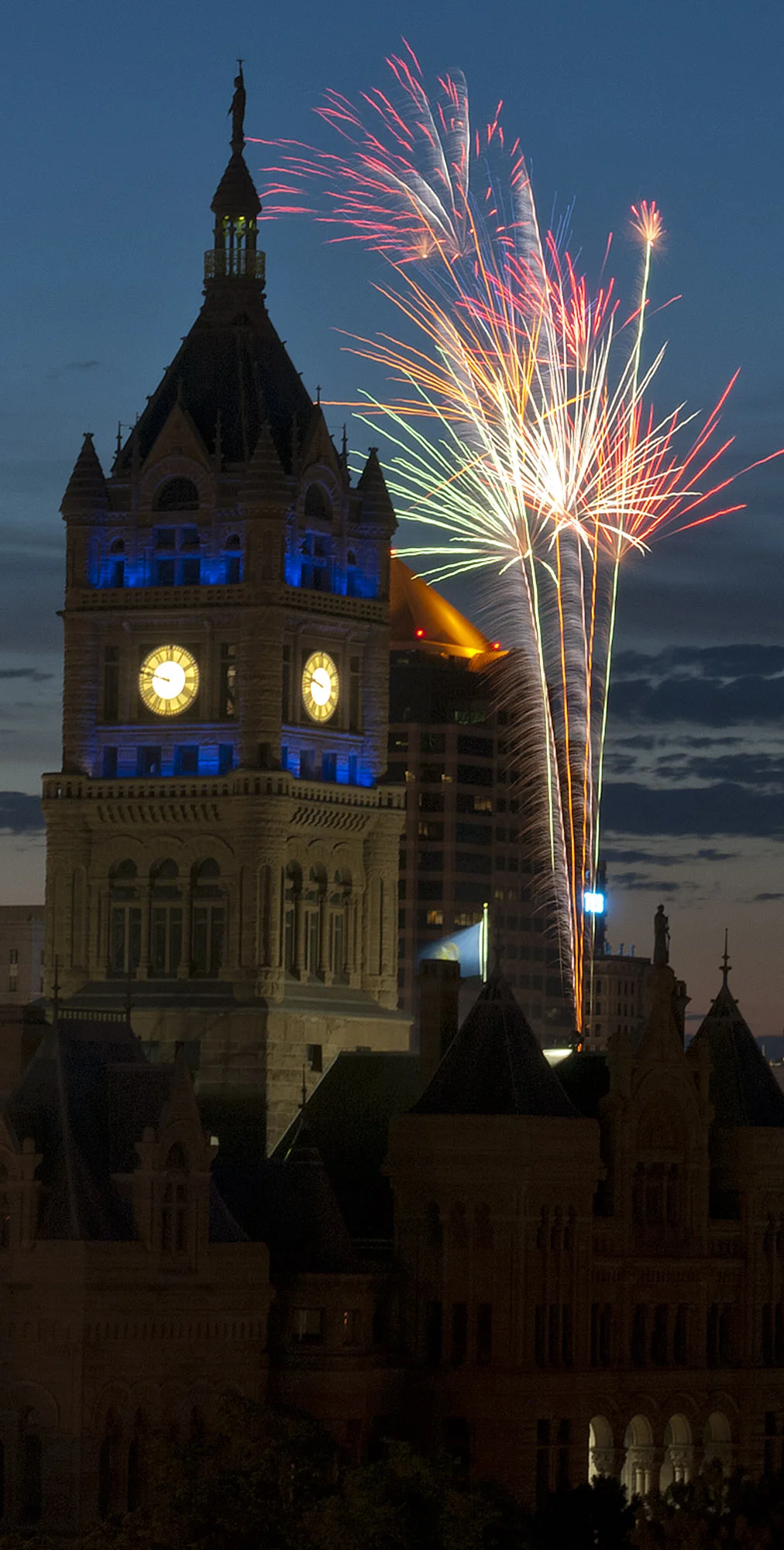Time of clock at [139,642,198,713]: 9:47
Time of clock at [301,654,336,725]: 9:47
